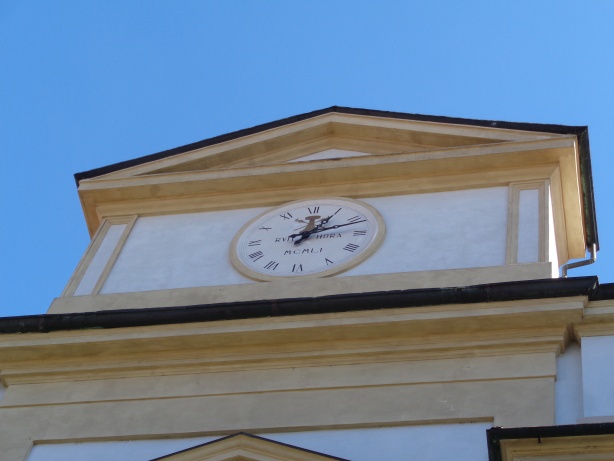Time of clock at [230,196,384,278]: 1:11
